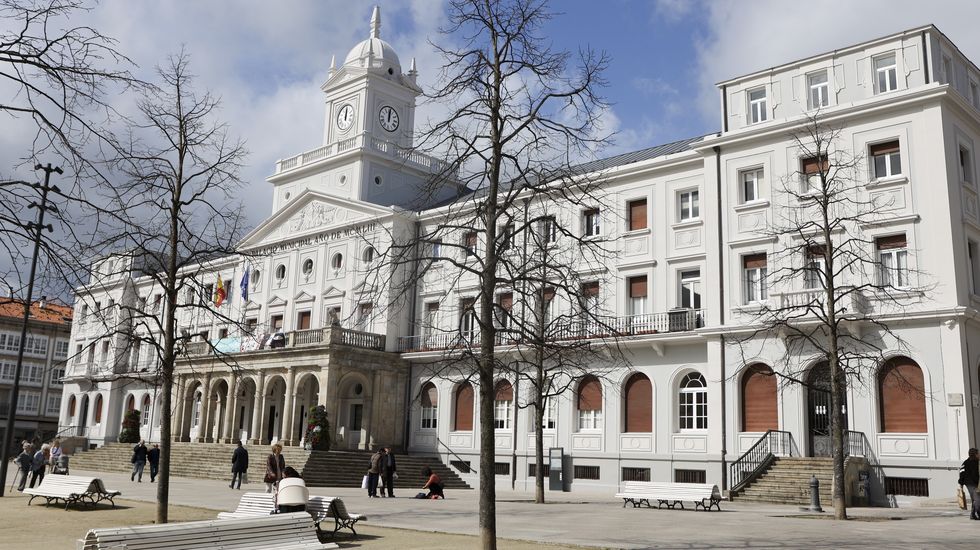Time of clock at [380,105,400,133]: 12:01
